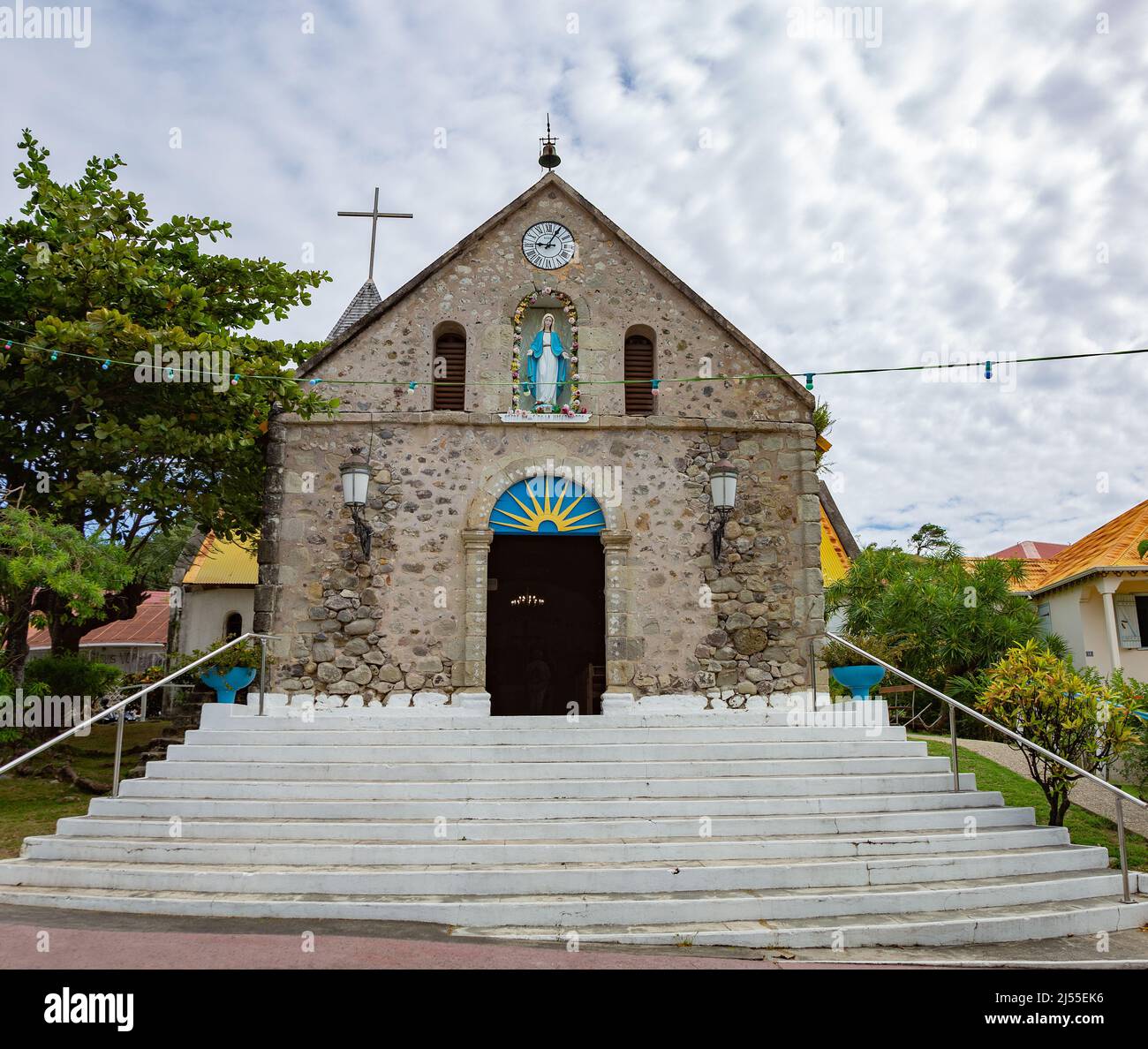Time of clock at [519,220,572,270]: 9:05
